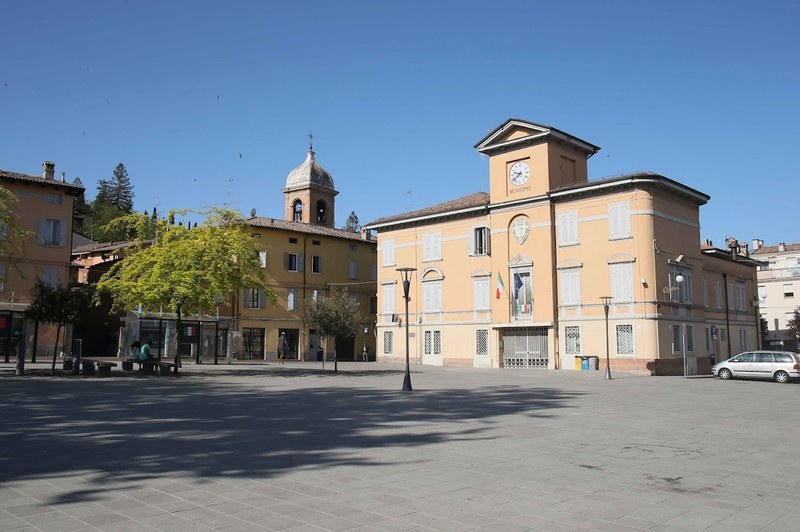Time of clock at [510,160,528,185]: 9:38
